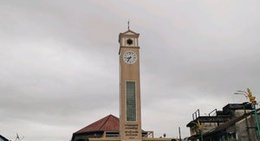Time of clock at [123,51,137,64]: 8:36
